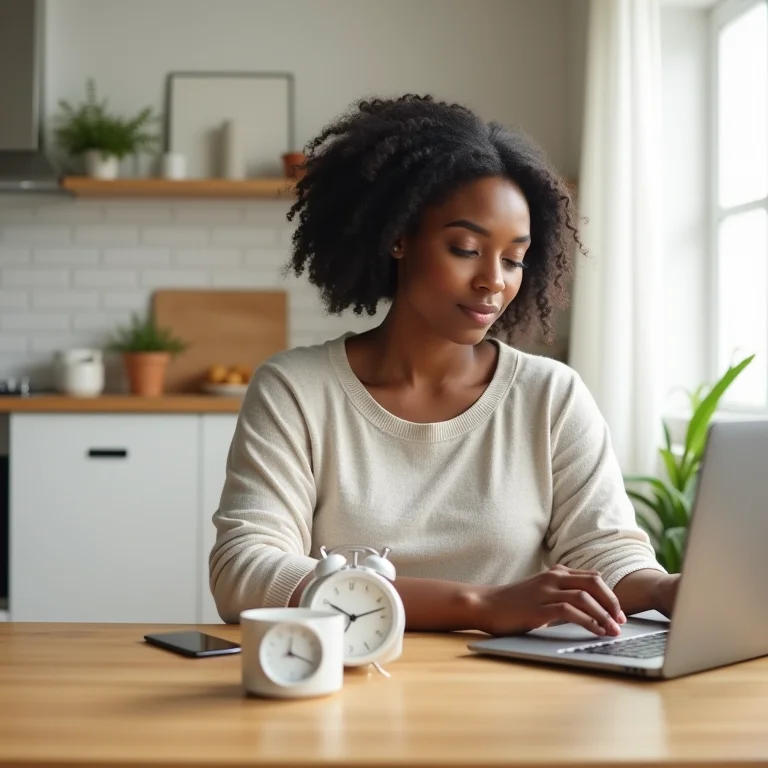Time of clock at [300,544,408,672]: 10:12
